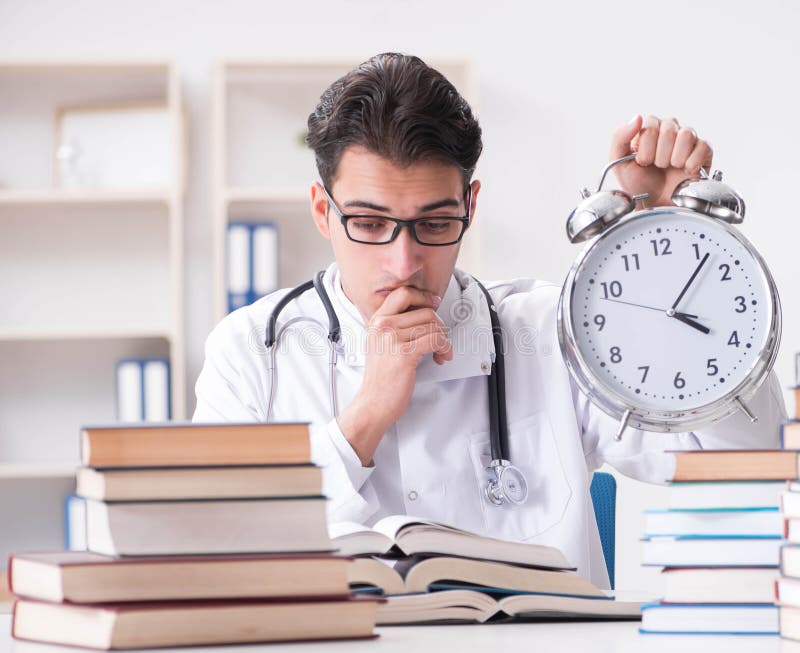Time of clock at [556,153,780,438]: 4:06
